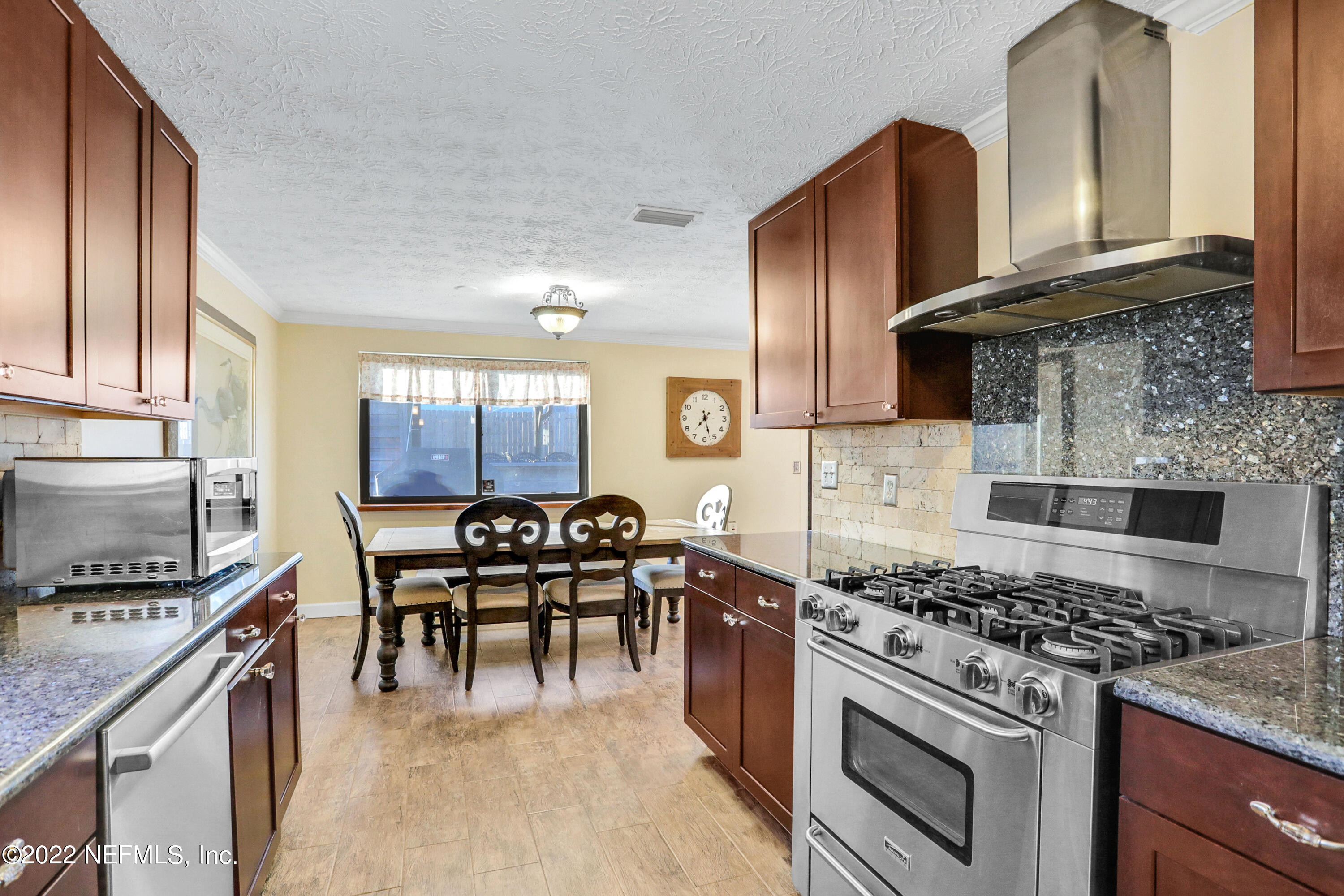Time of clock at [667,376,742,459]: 7:27
